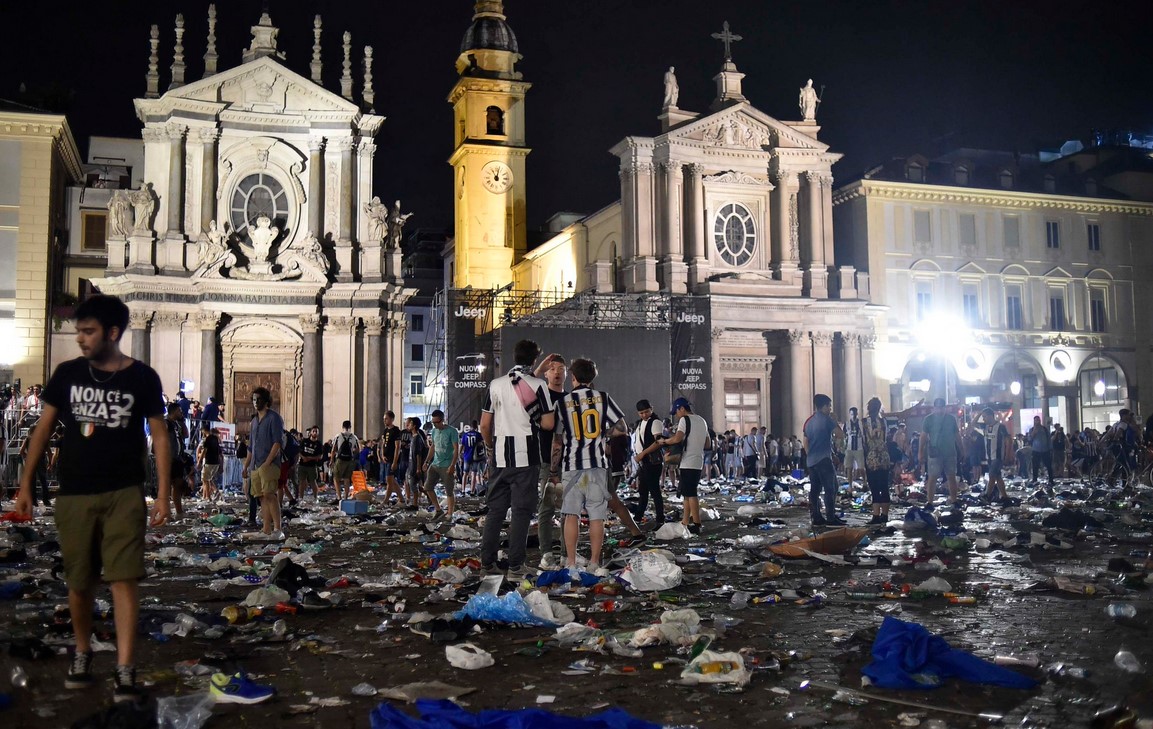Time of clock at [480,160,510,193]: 11:02
